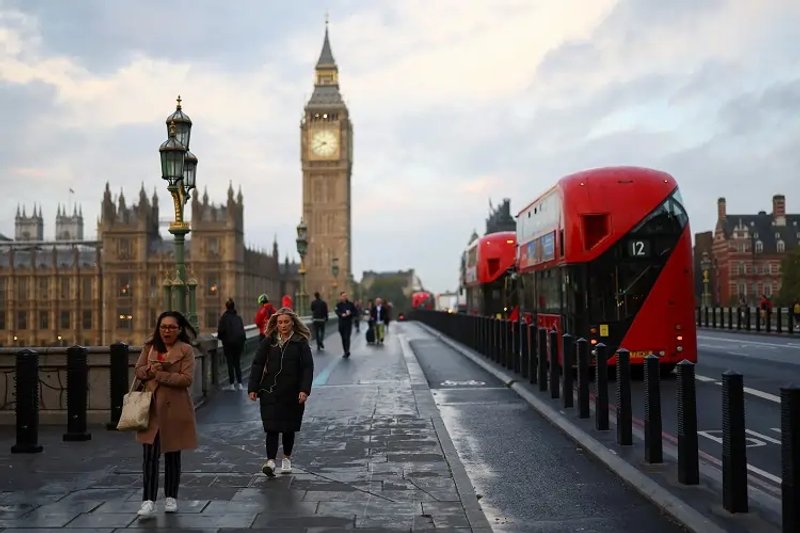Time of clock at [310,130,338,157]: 9:40
